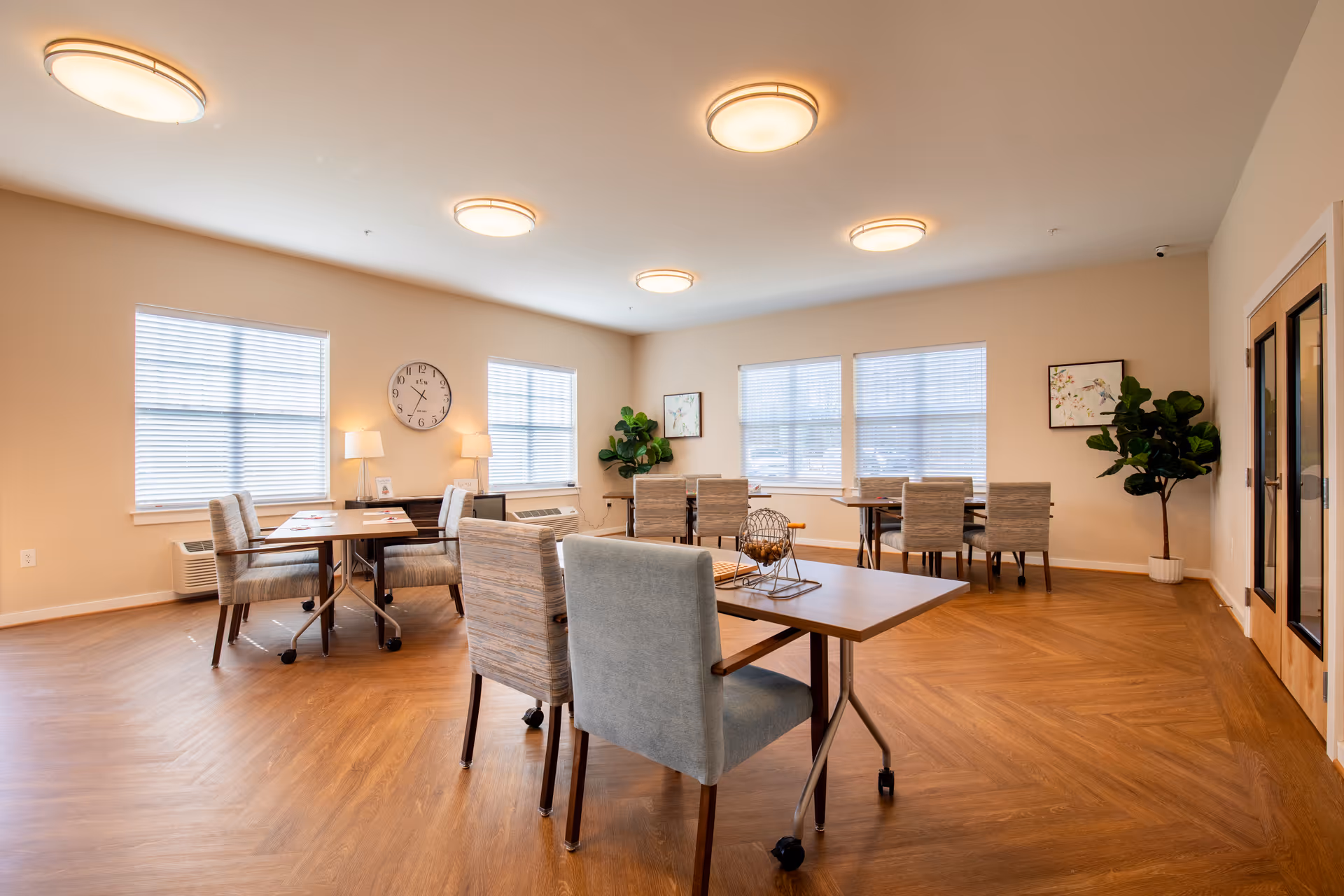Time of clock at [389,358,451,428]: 10:34
